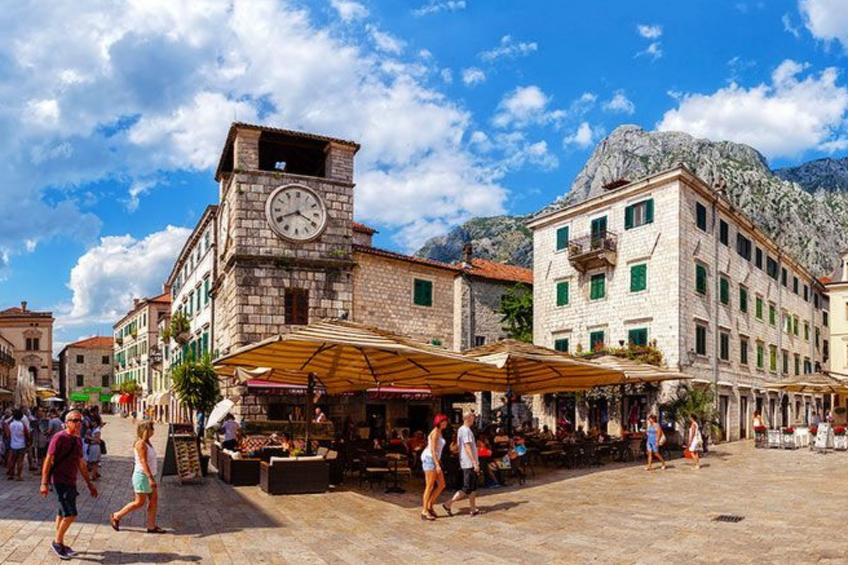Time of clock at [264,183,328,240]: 8:19
